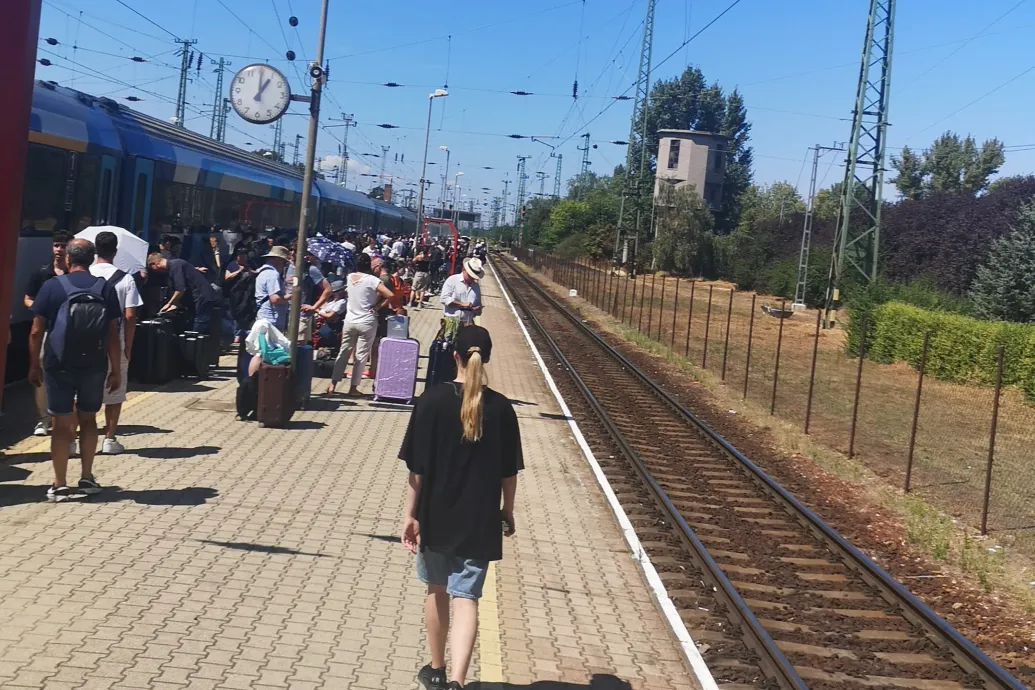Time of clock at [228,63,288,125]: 1:00
